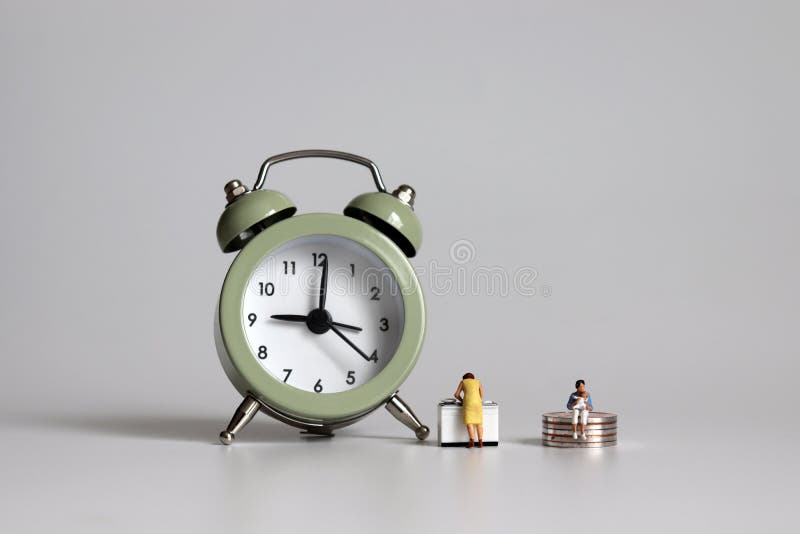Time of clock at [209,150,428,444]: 9:01
